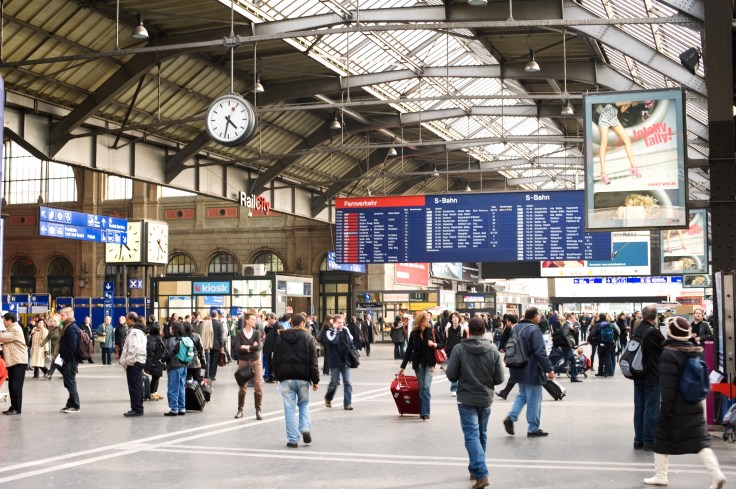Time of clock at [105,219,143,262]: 4:31
